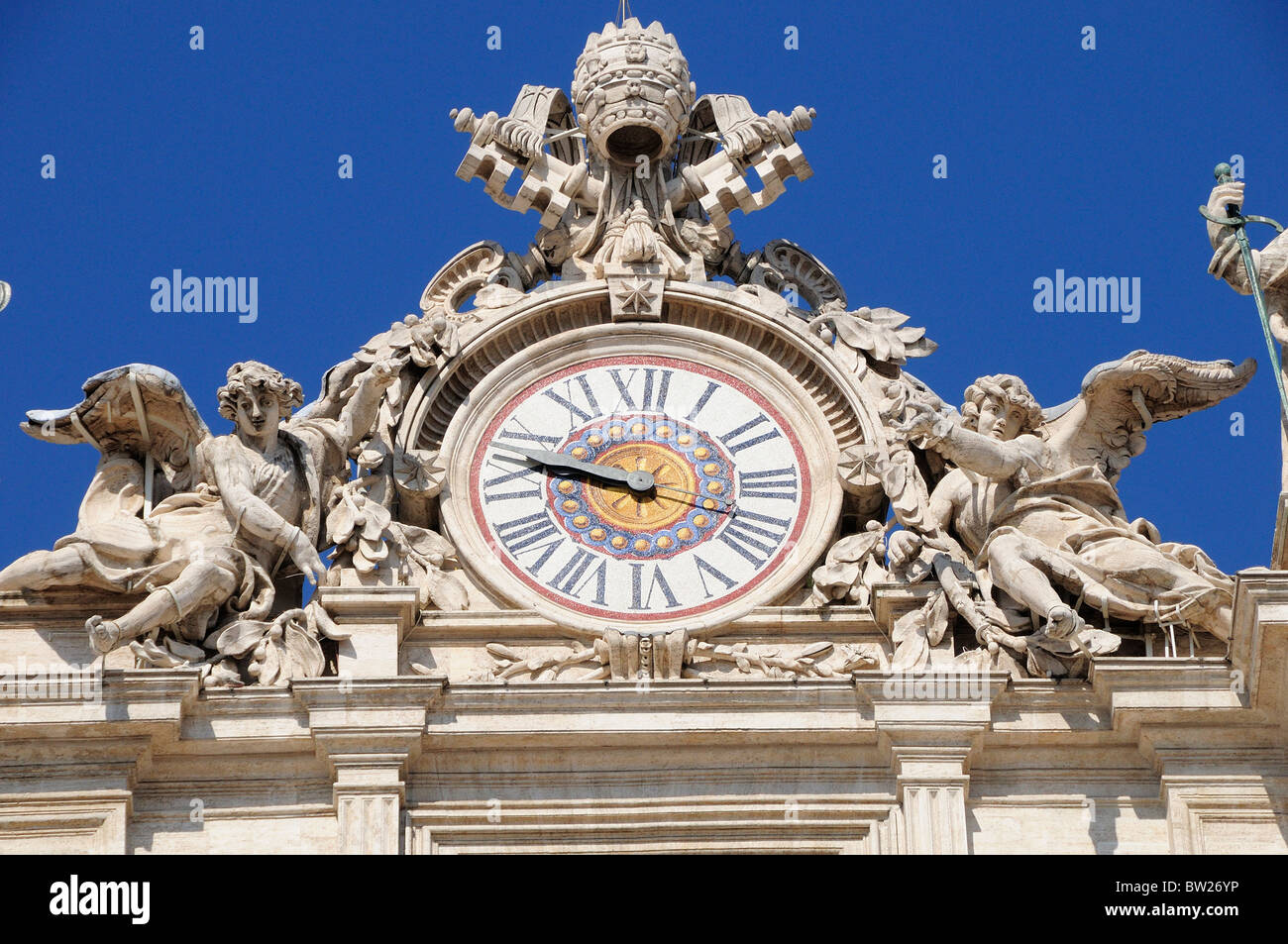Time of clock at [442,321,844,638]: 9:47
